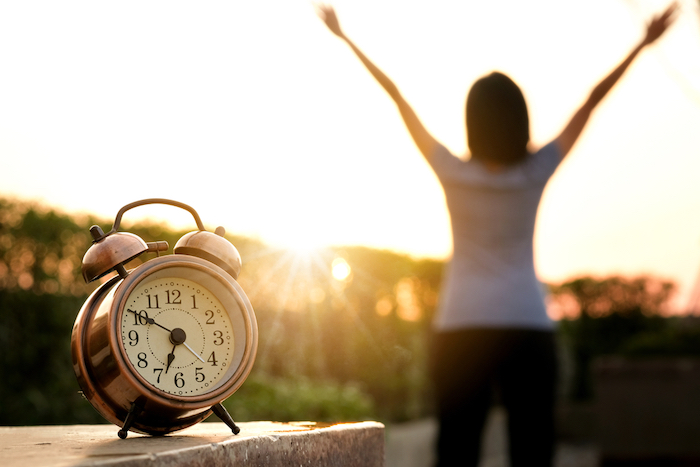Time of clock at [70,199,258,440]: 6:50
